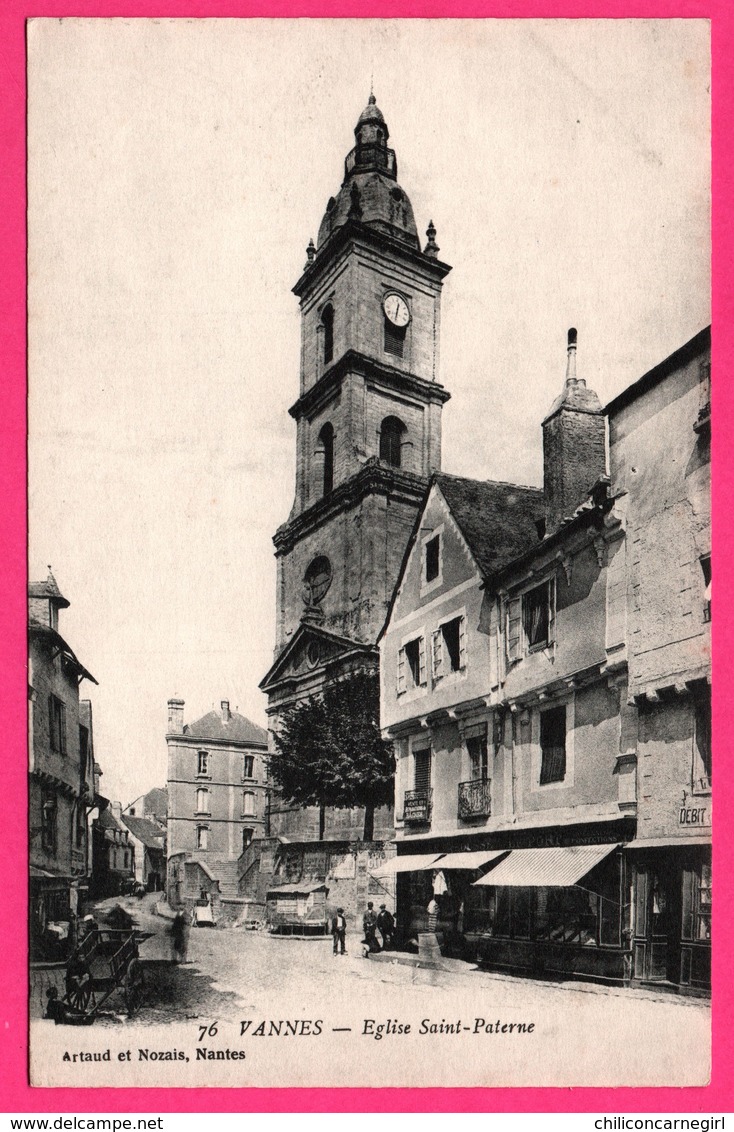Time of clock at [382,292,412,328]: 12:32
